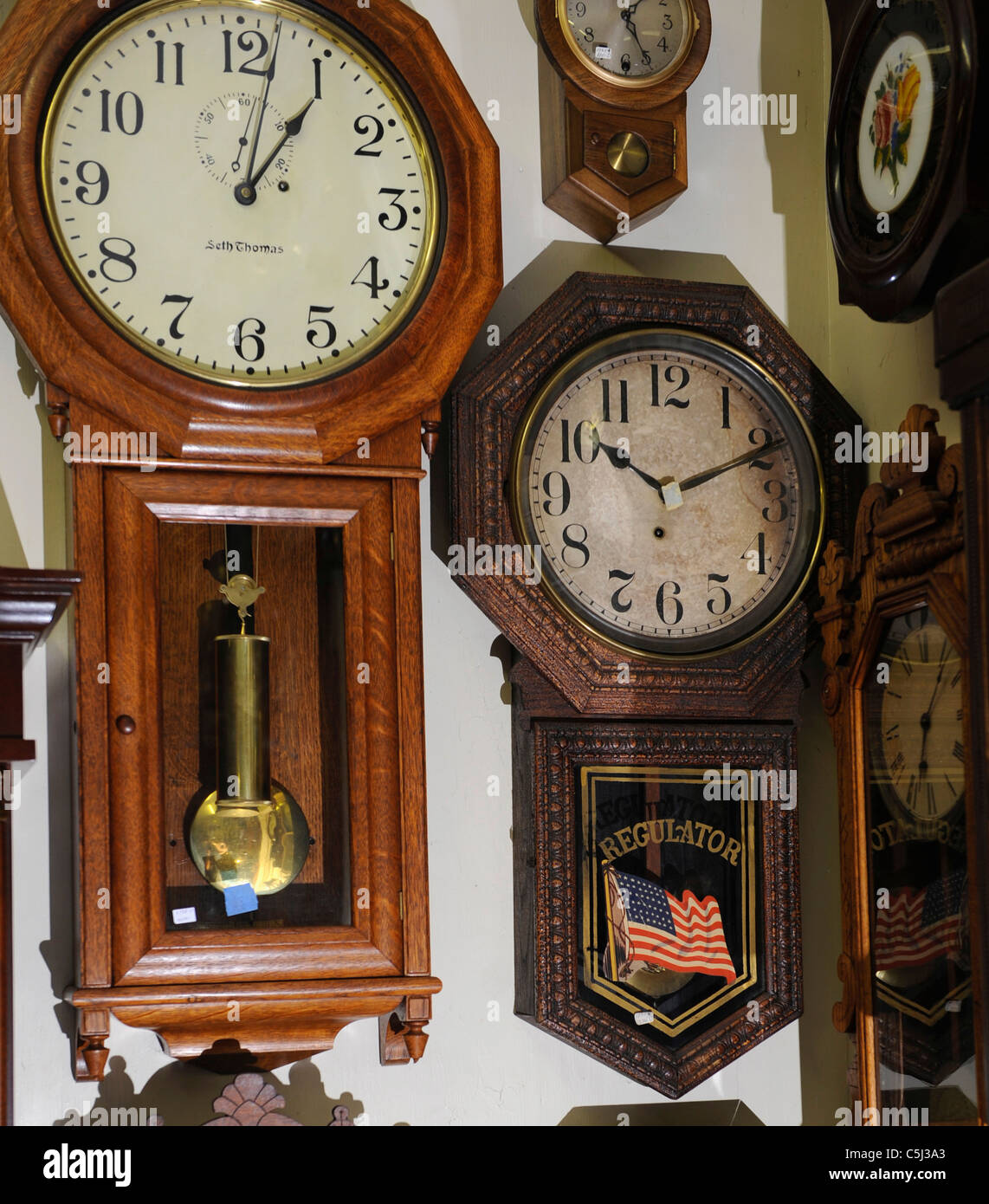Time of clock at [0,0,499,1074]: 1:02
